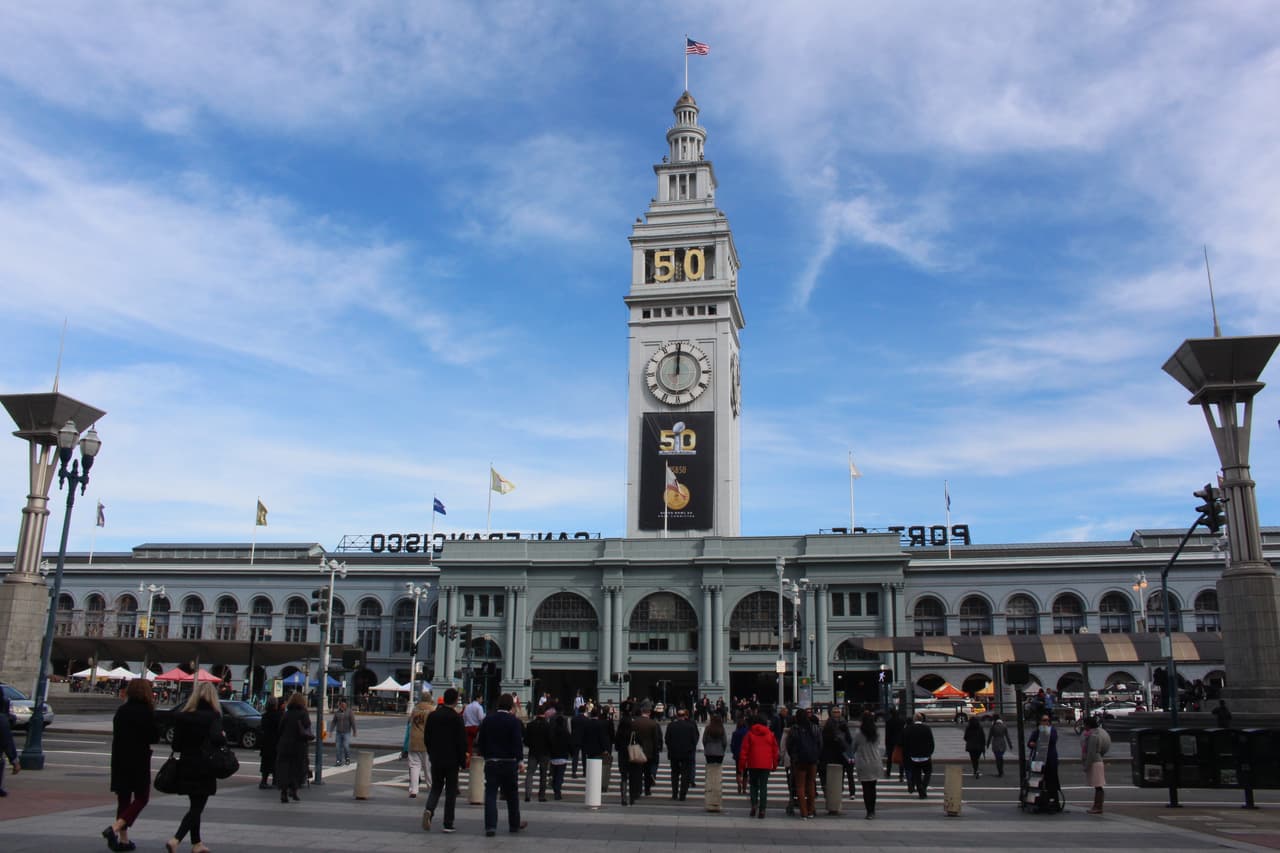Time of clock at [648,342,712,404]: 12:00
